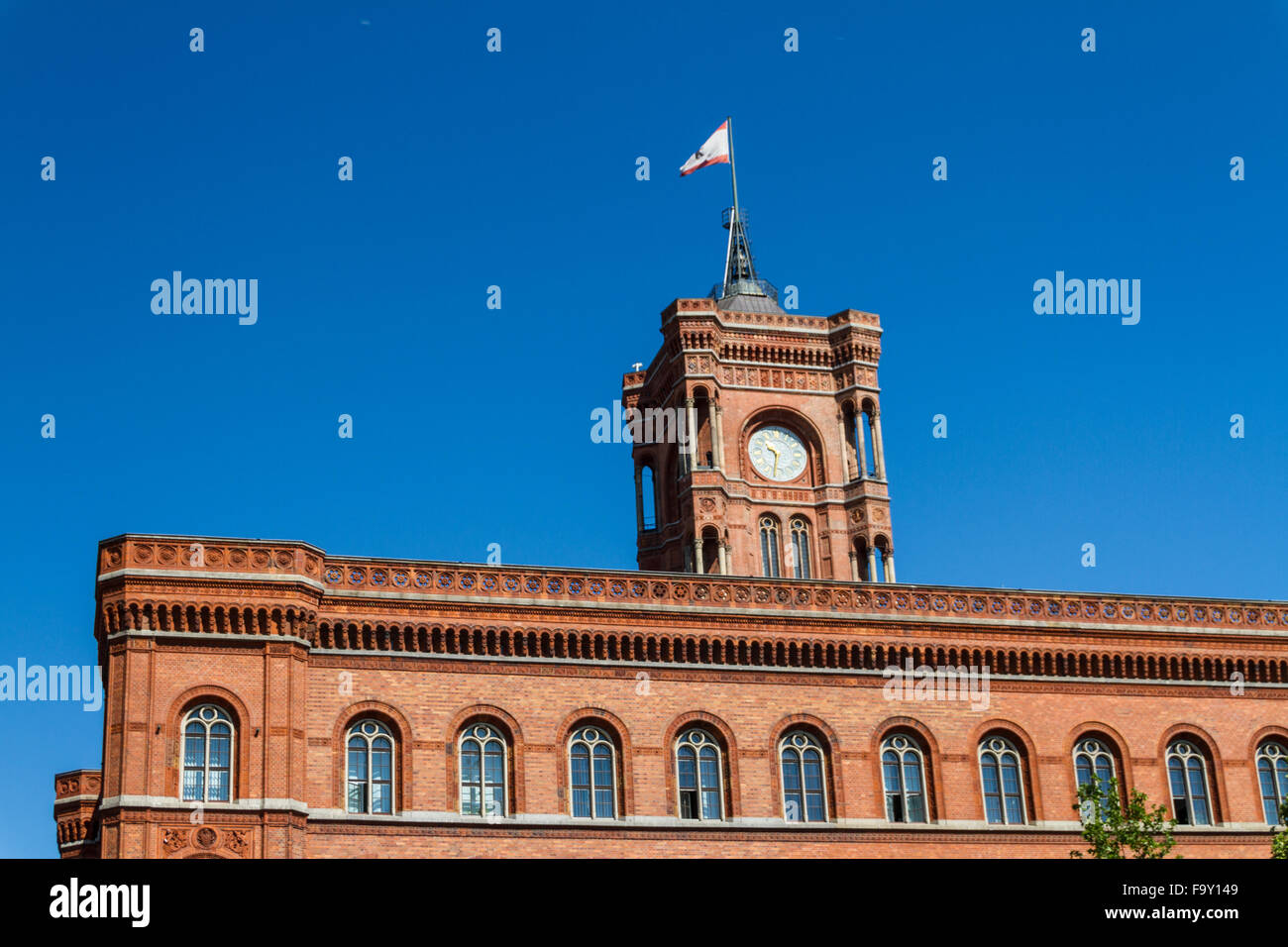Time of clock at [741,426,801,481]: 9:31
